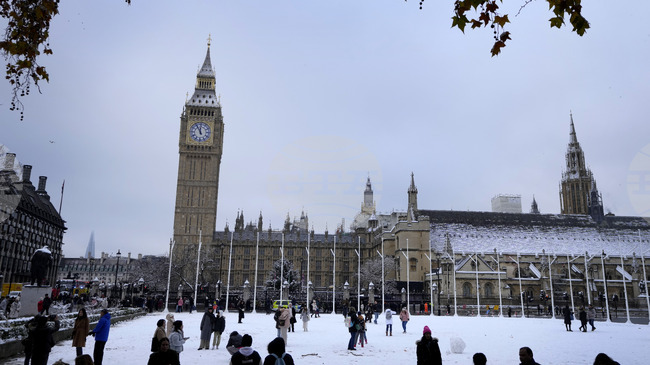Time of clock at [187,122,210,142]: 11:55
